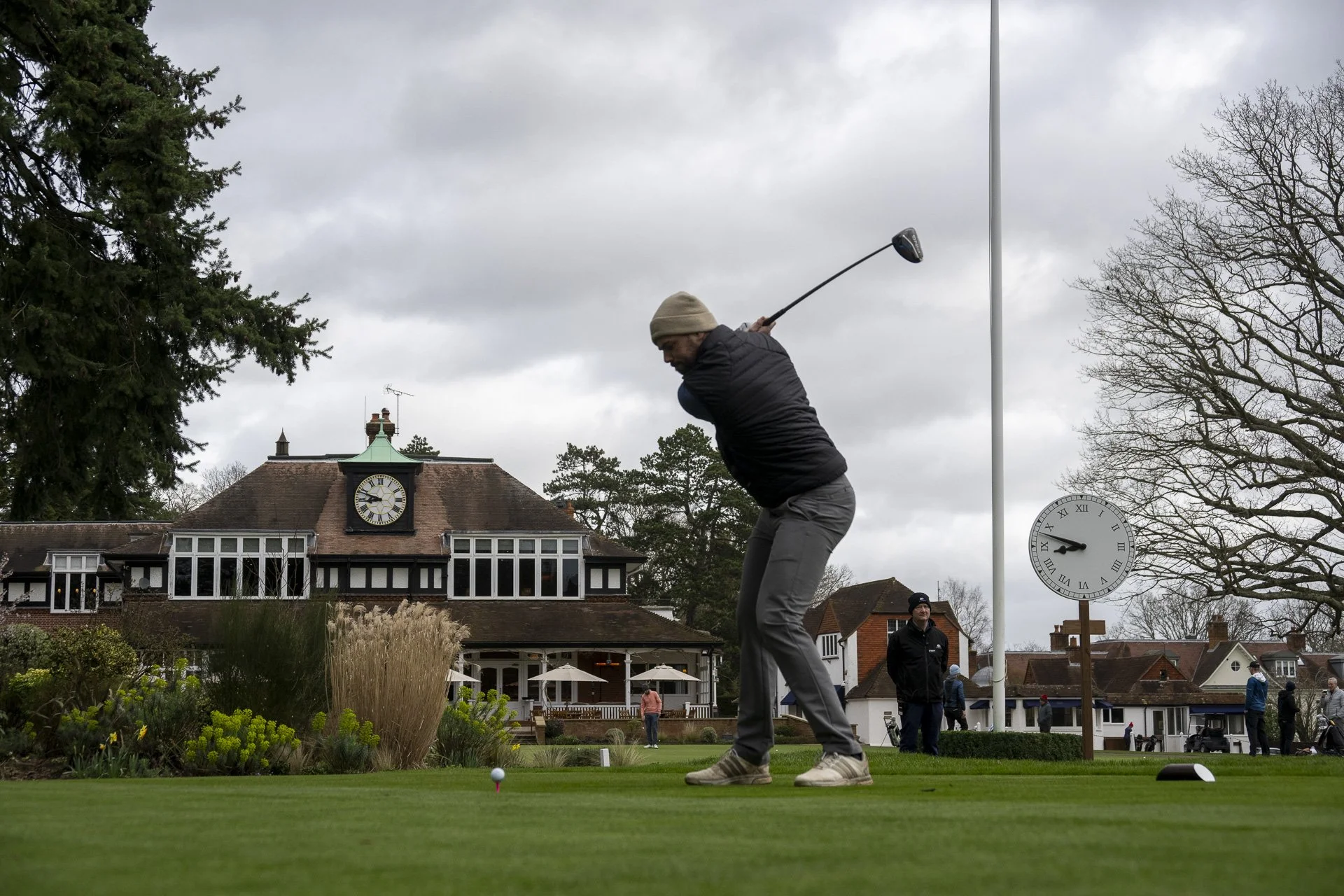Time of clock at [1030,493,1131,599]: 8:48
